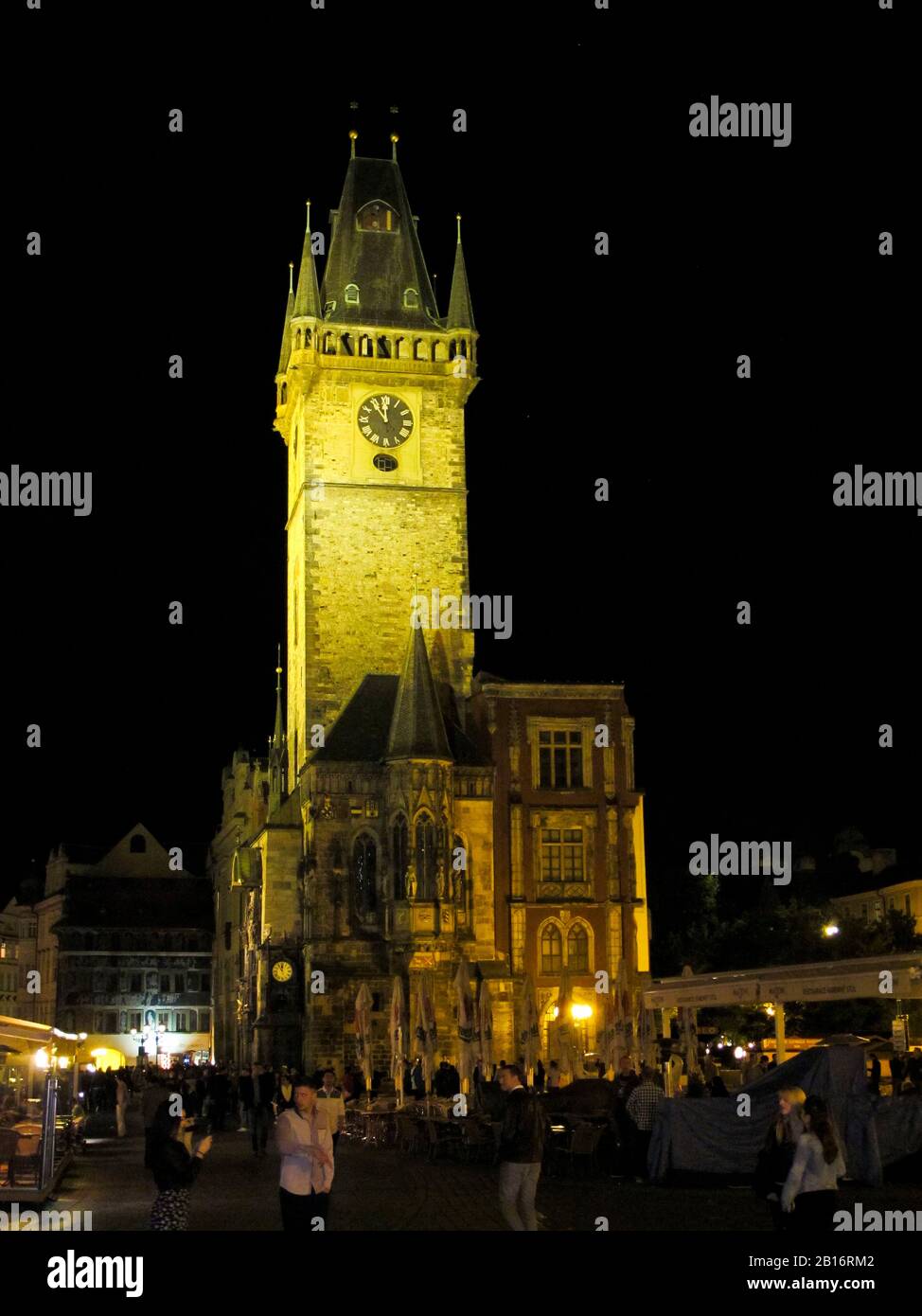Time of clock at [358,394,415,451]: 11:53
